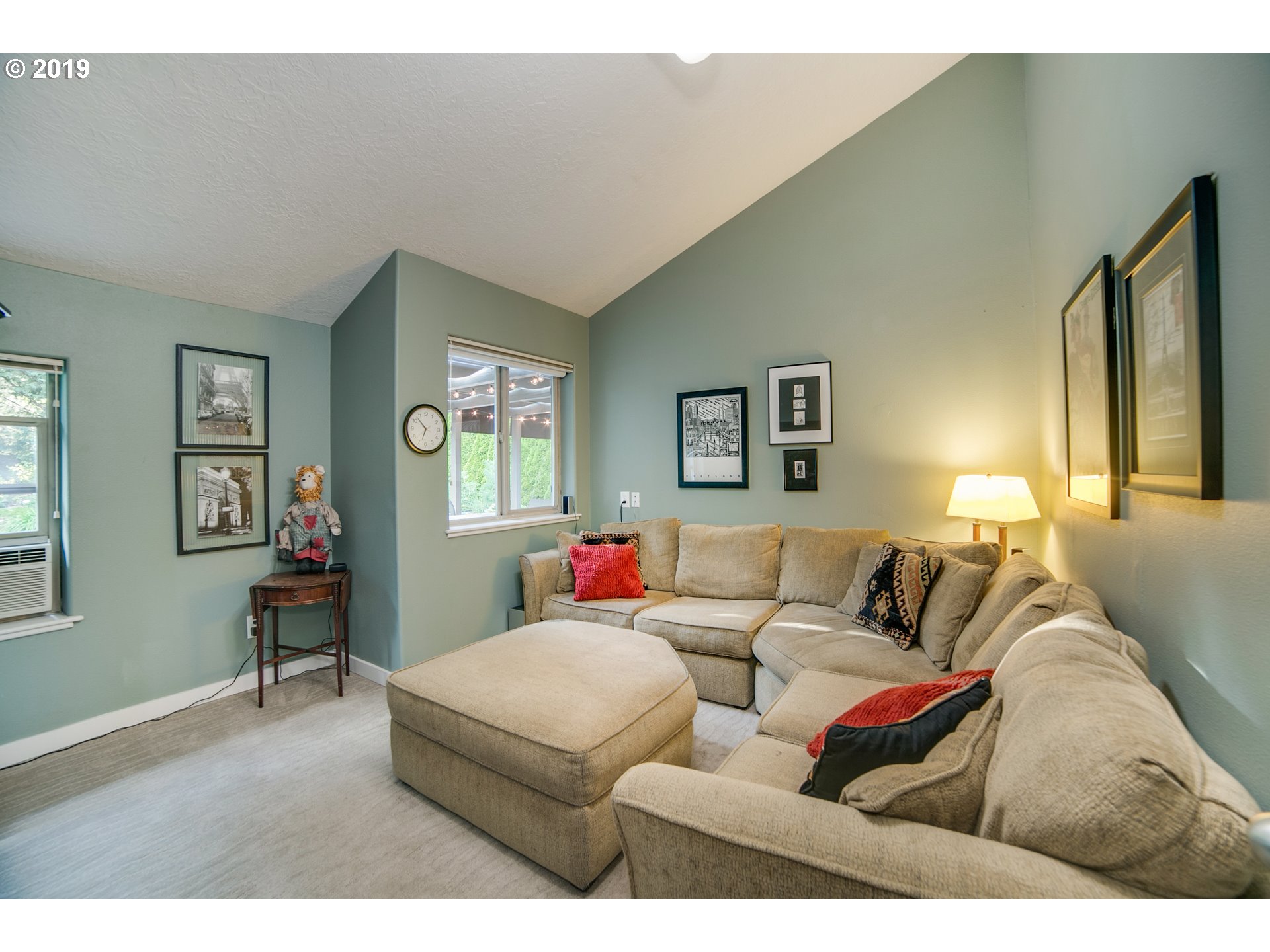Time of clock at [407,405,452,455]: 6:52
